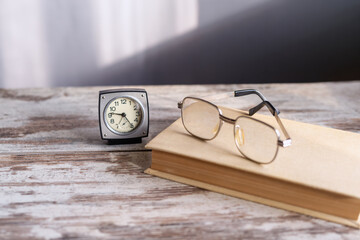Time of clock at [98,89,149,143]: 4:46
